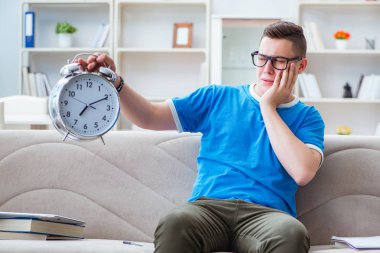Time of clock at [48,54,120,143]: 7:10
